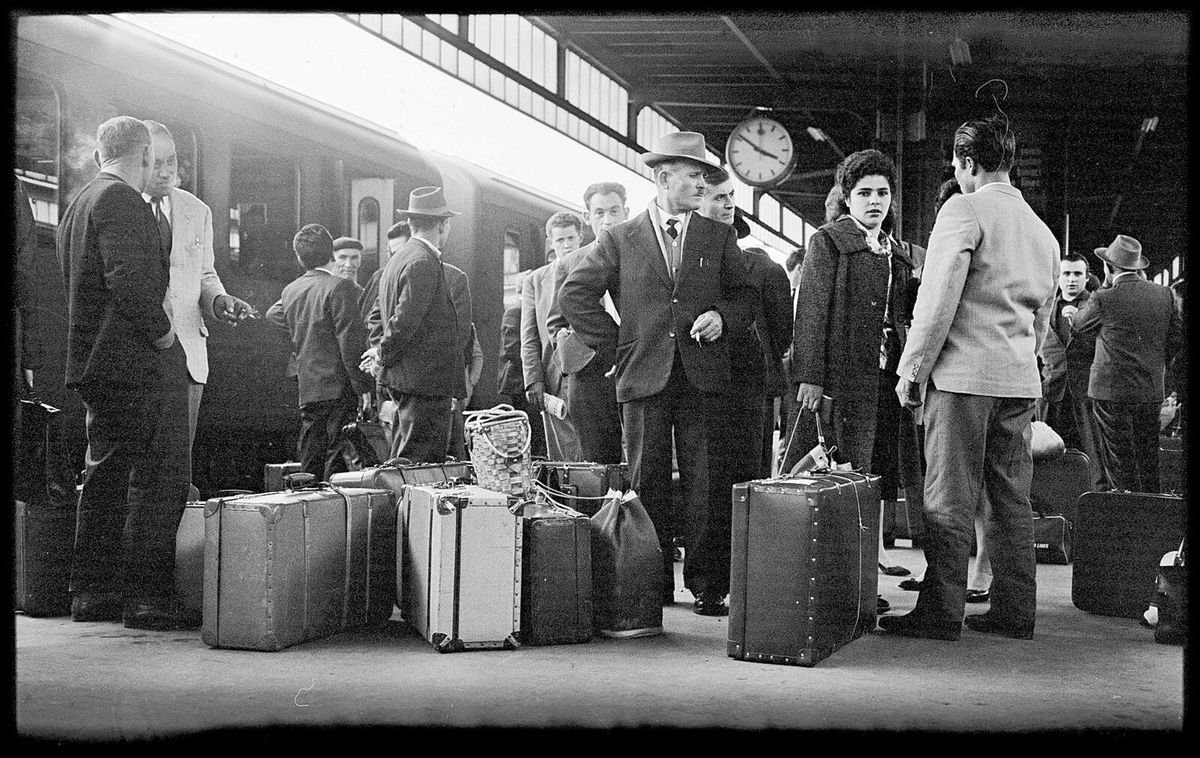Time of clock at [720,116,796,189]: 3:51
